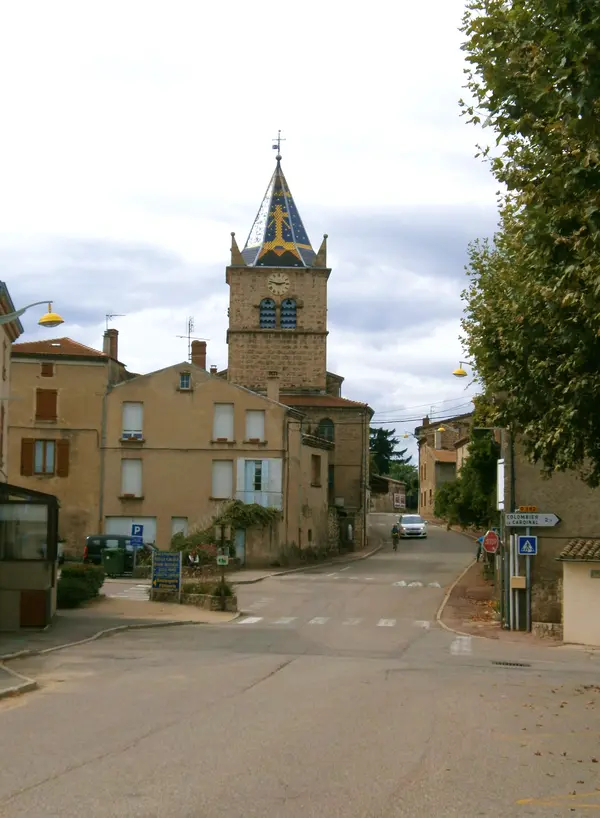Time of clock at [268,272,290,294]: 2:47
